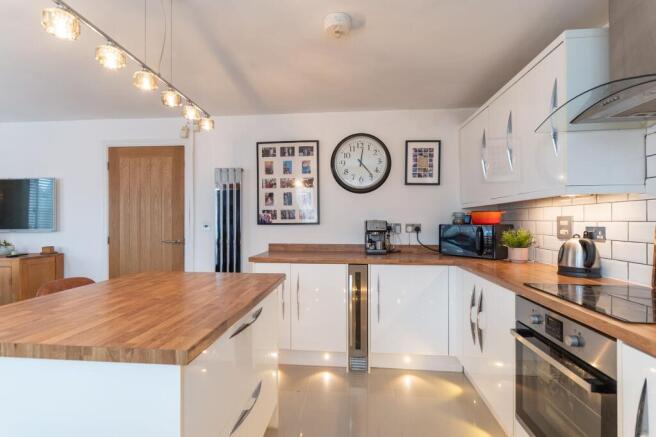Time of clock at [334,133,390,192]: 12:23
